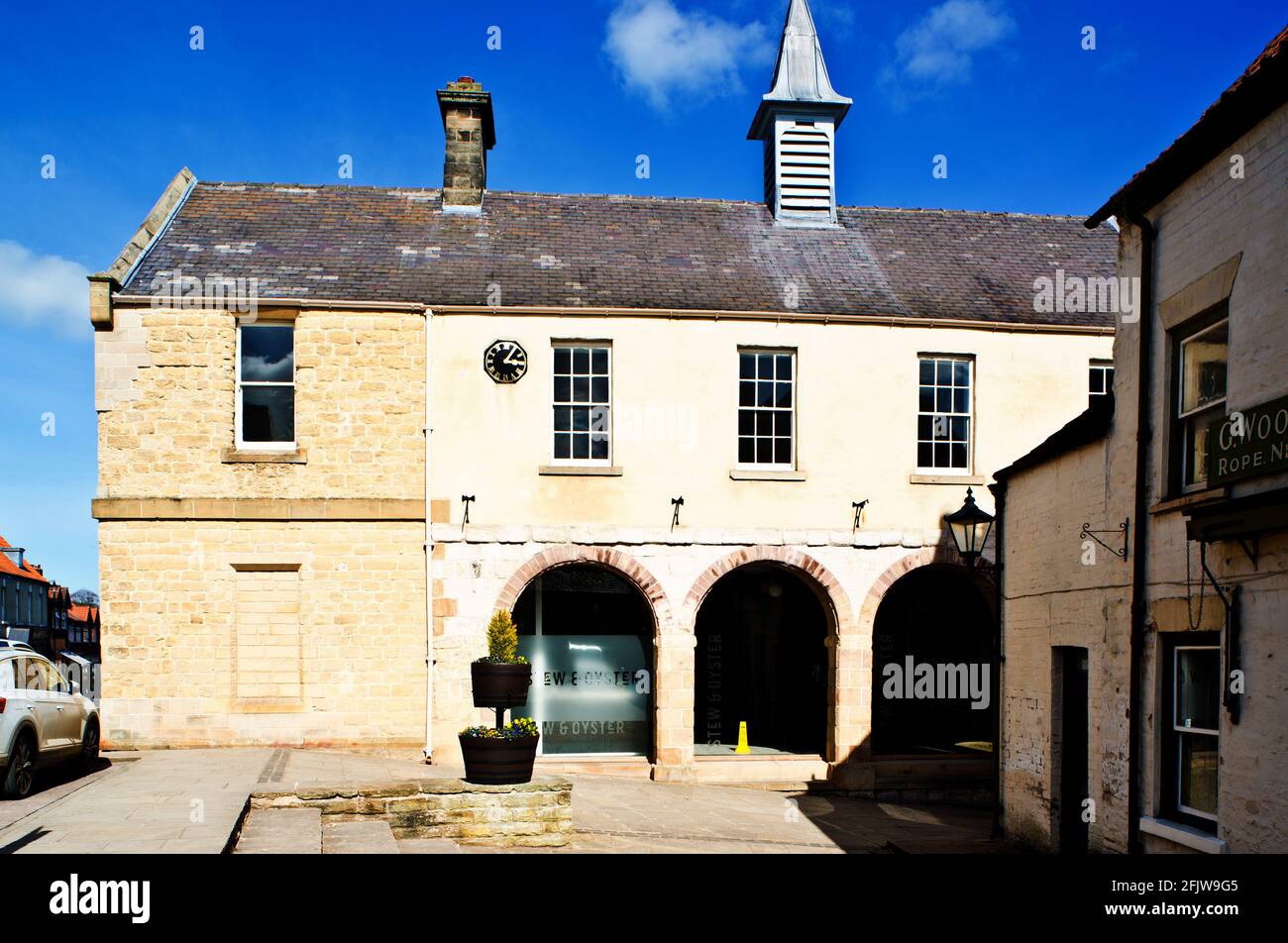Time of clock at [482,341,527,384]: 3:05
